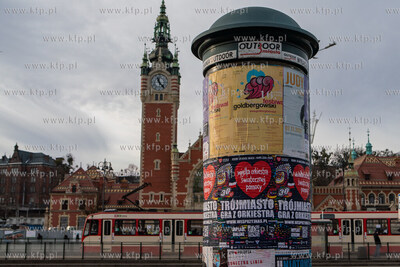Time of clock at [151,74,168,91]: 11:23
